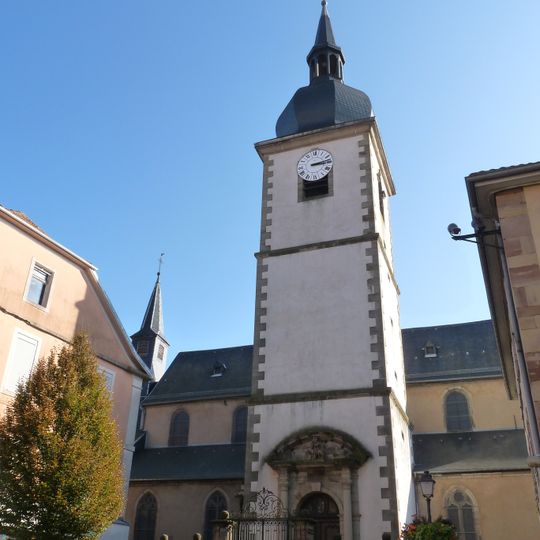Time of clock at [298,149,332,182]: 3:13
